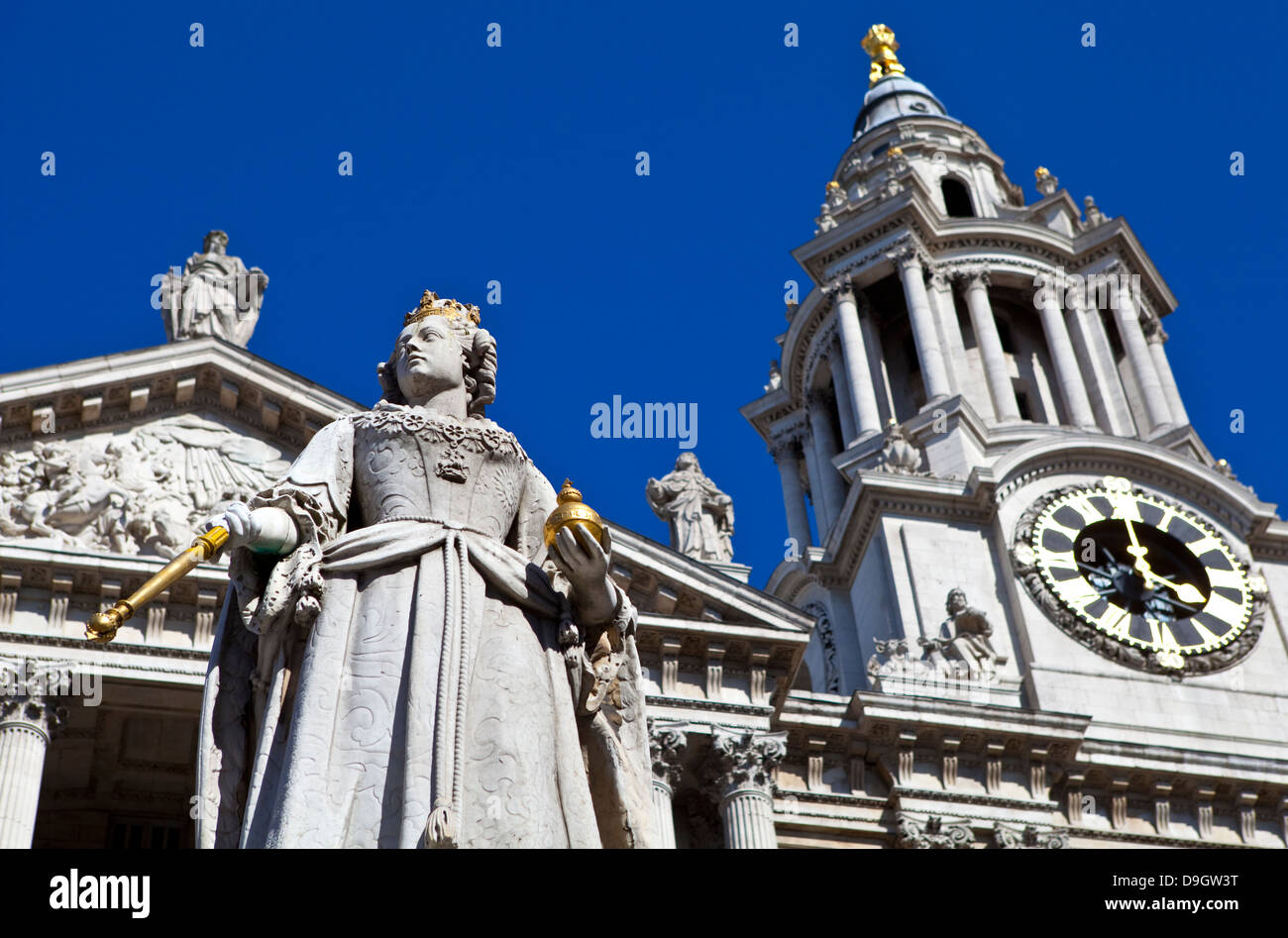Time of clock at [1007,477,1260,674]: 3:58
